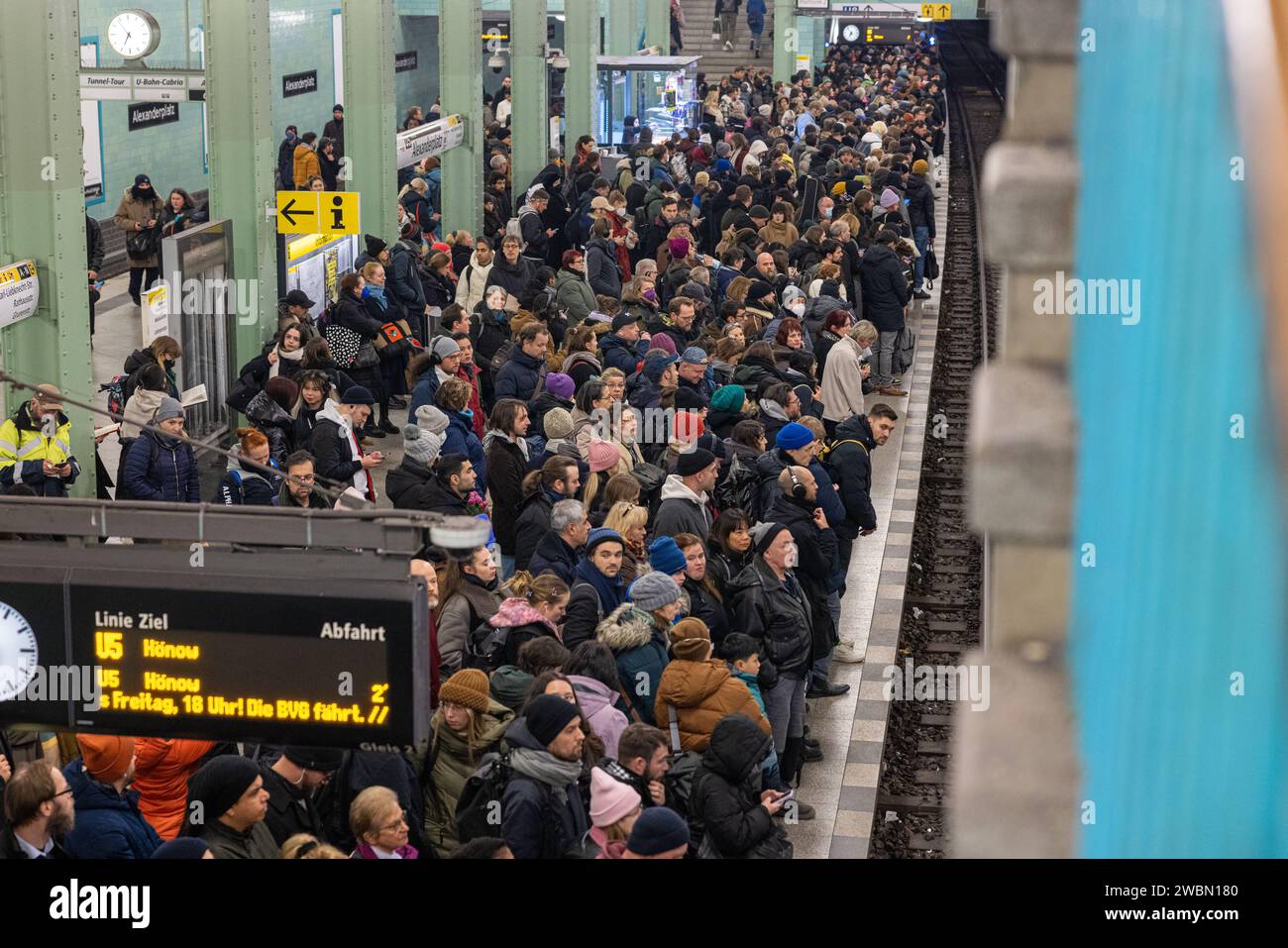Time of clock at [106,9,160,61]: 6:53
